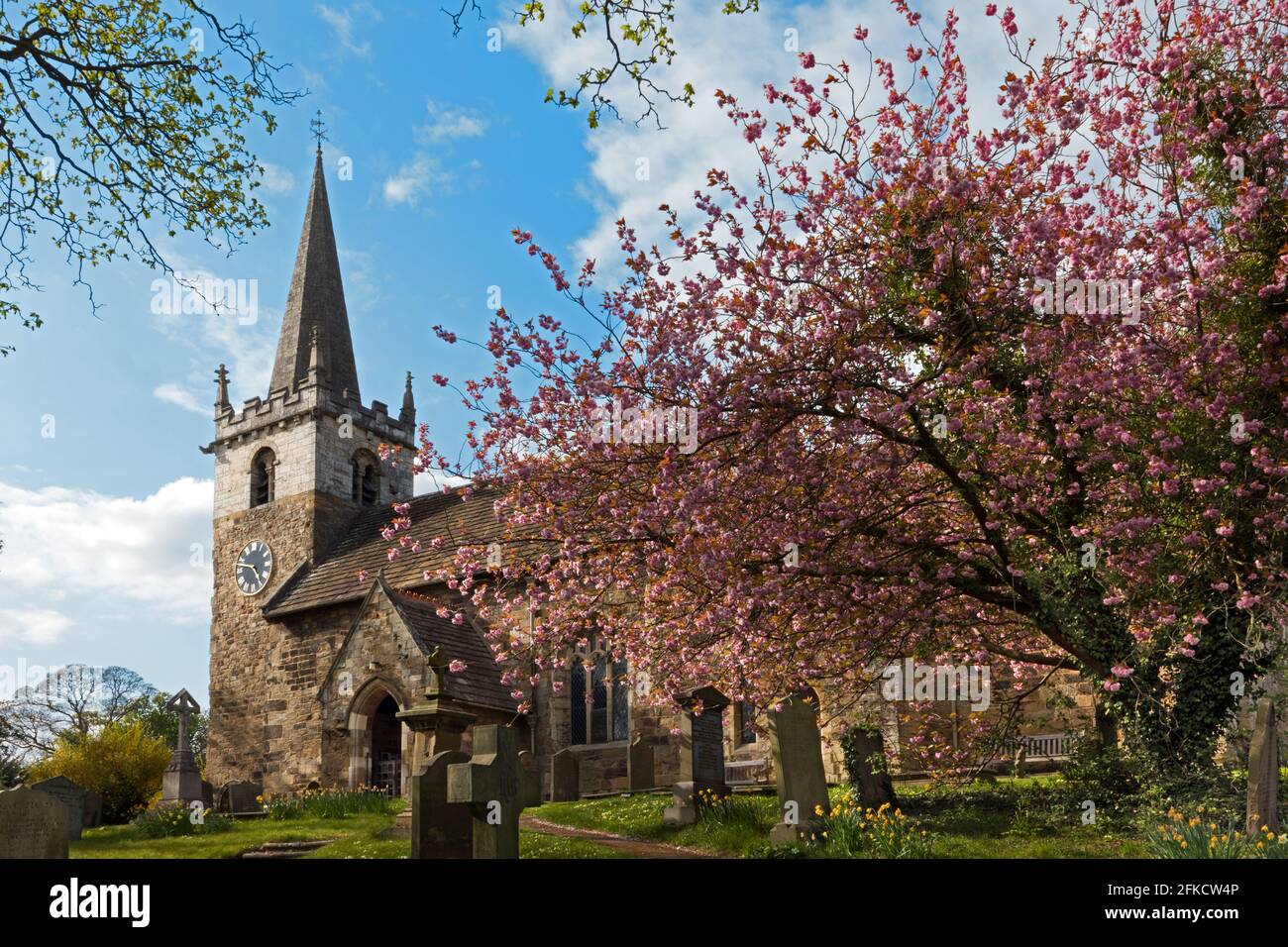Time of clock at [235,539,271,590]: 4:46
